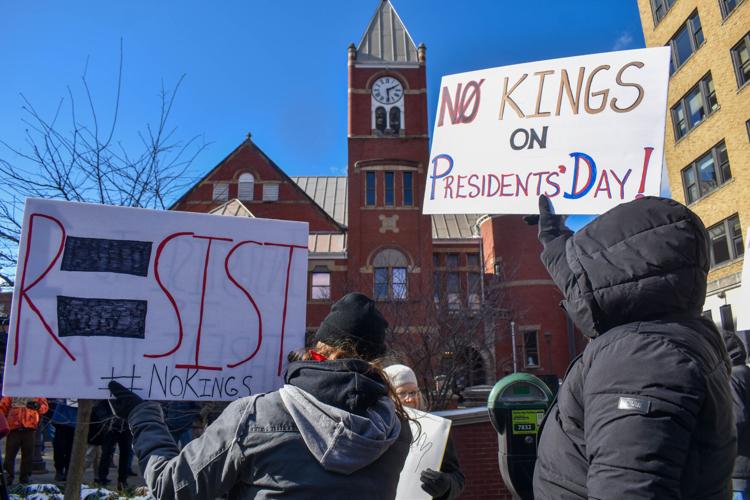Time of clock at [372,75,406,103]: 2:29
